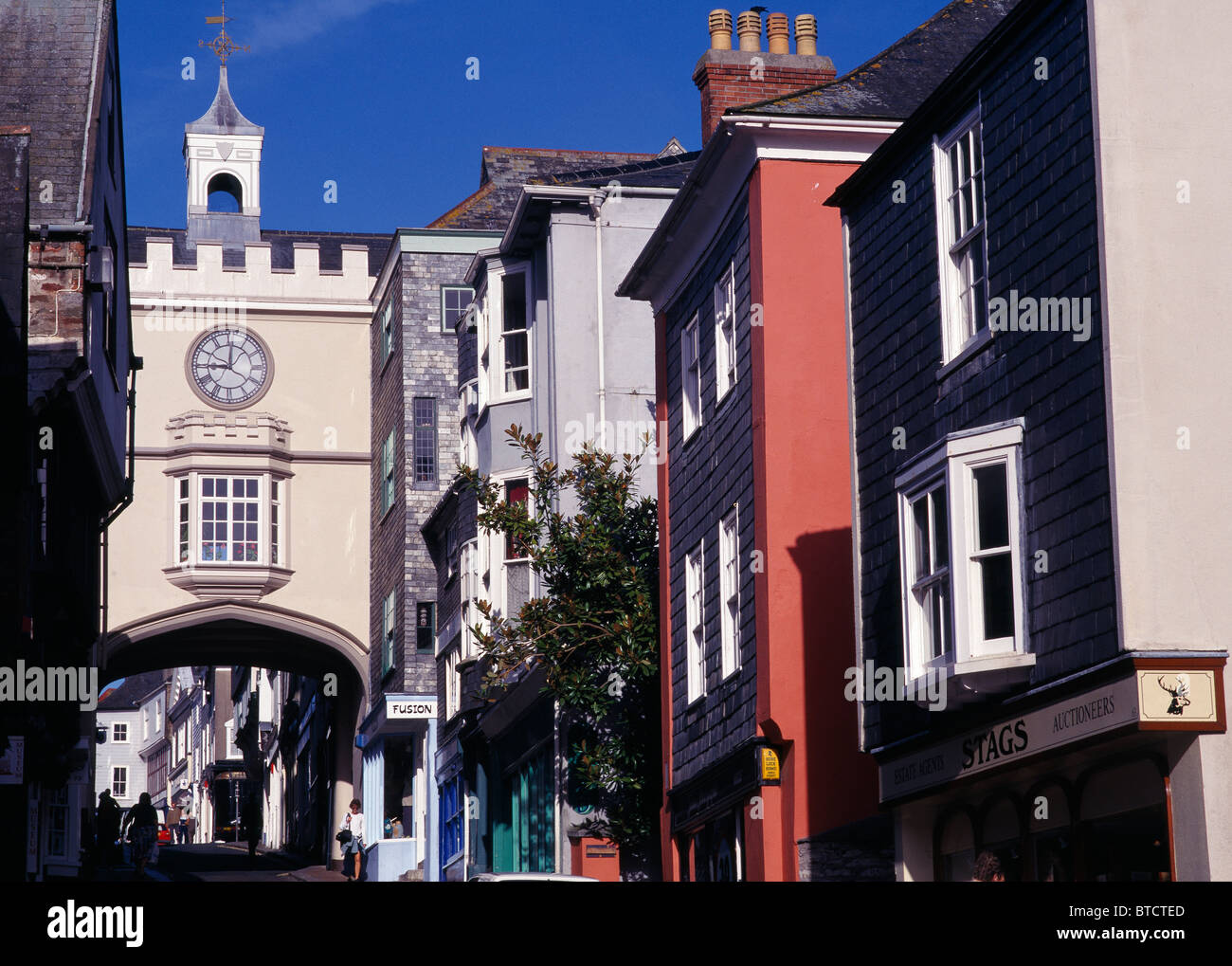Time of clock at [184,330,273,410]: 9:00
